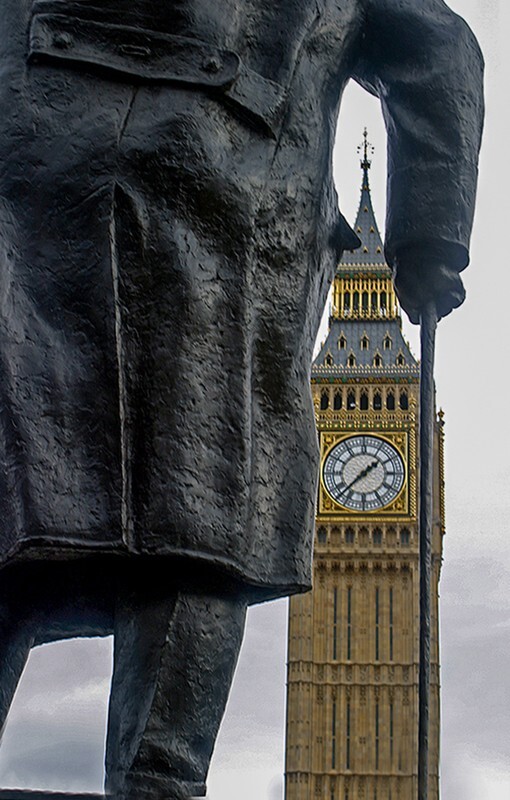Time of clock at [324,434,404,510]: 1:37
